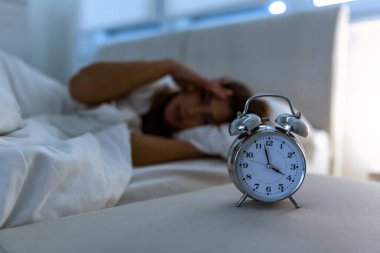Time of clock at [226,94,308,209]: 3:57
